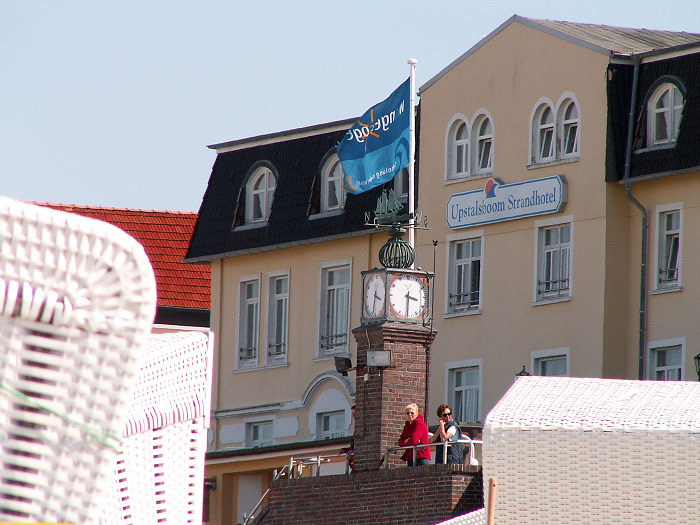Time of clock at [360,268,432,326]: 3:30
